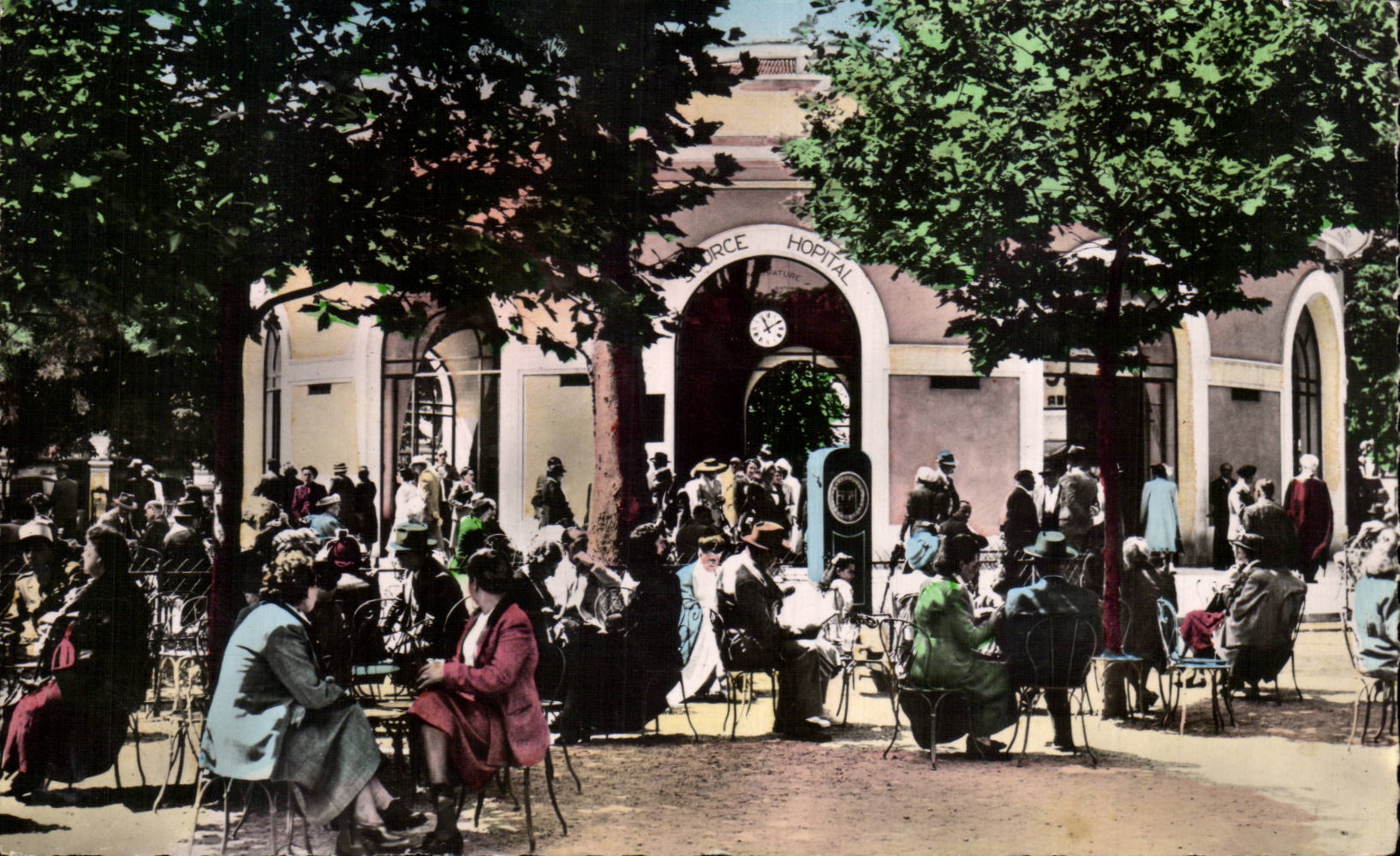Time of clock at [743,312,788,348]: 11:09
